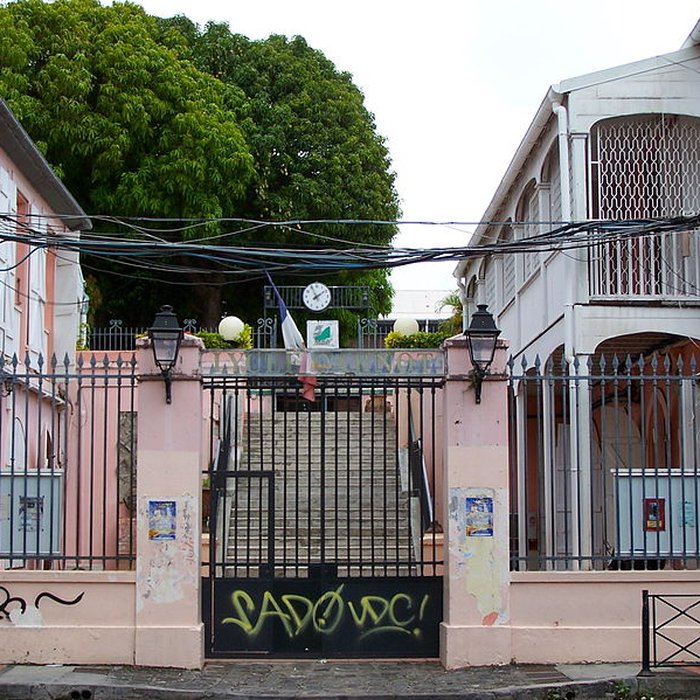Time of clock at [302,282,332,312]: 1:55
